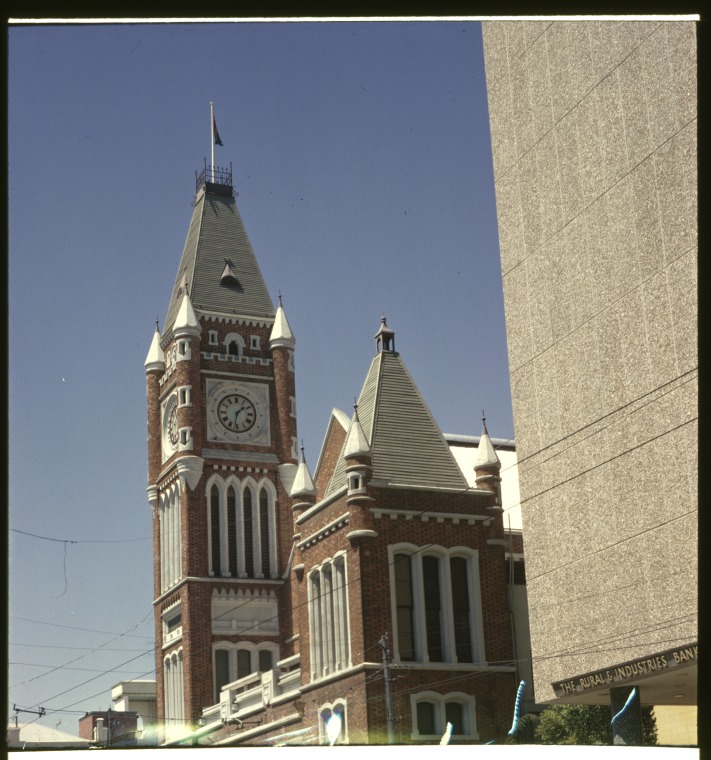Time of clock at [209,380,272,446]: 1:32
